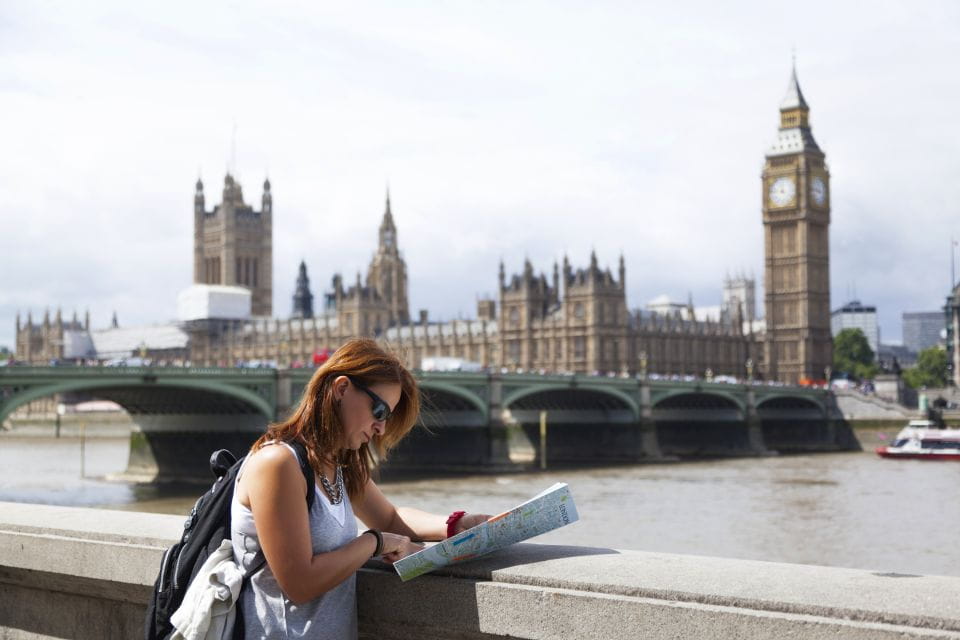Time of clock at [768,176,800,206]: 11:46
